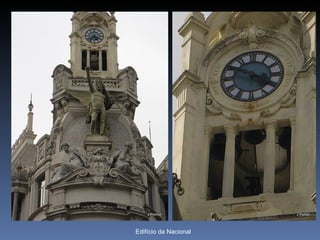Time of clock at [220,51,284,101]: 3:48
